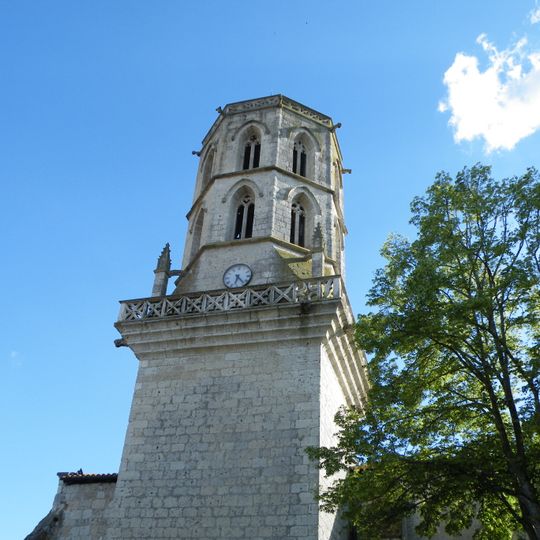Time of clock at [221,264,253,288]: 6:23
